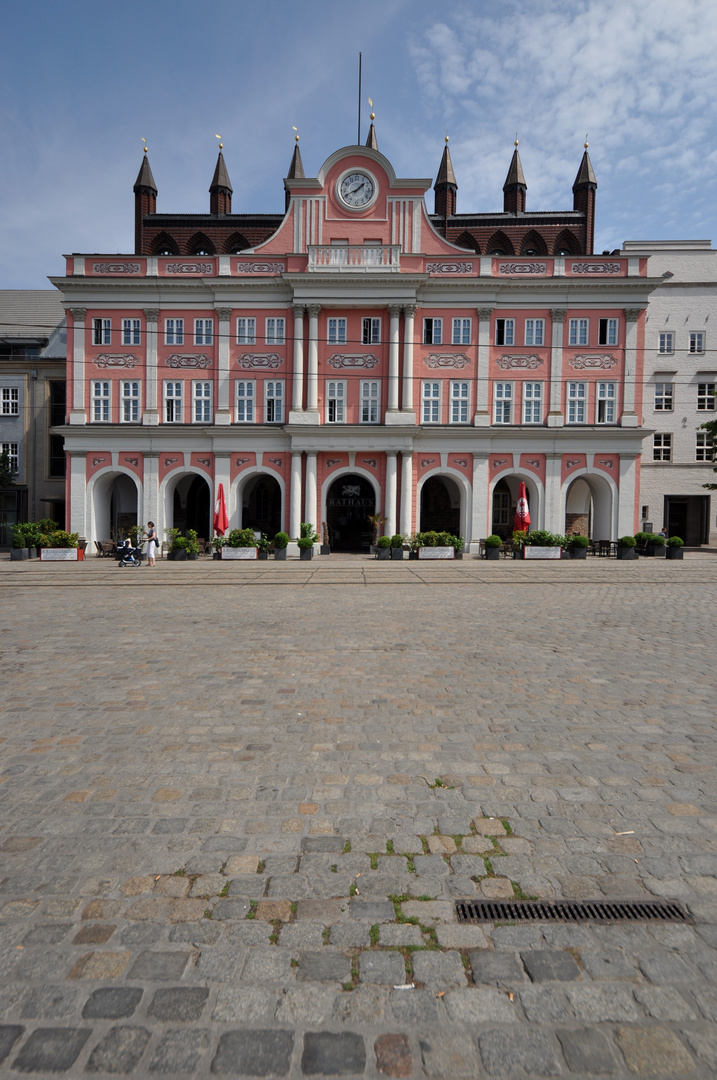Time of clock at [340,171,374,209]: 1:40
